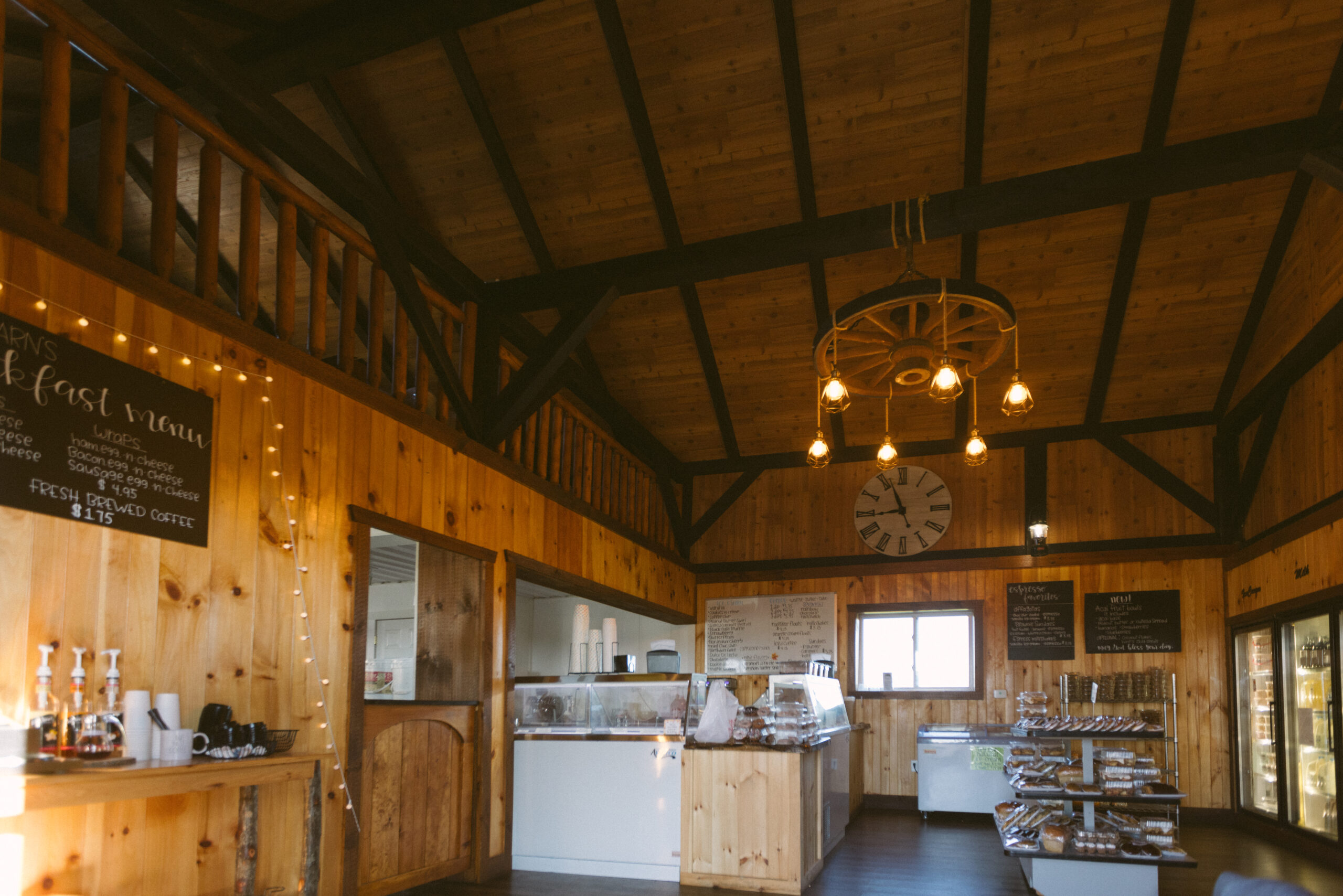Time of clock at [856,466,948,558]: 8:56
